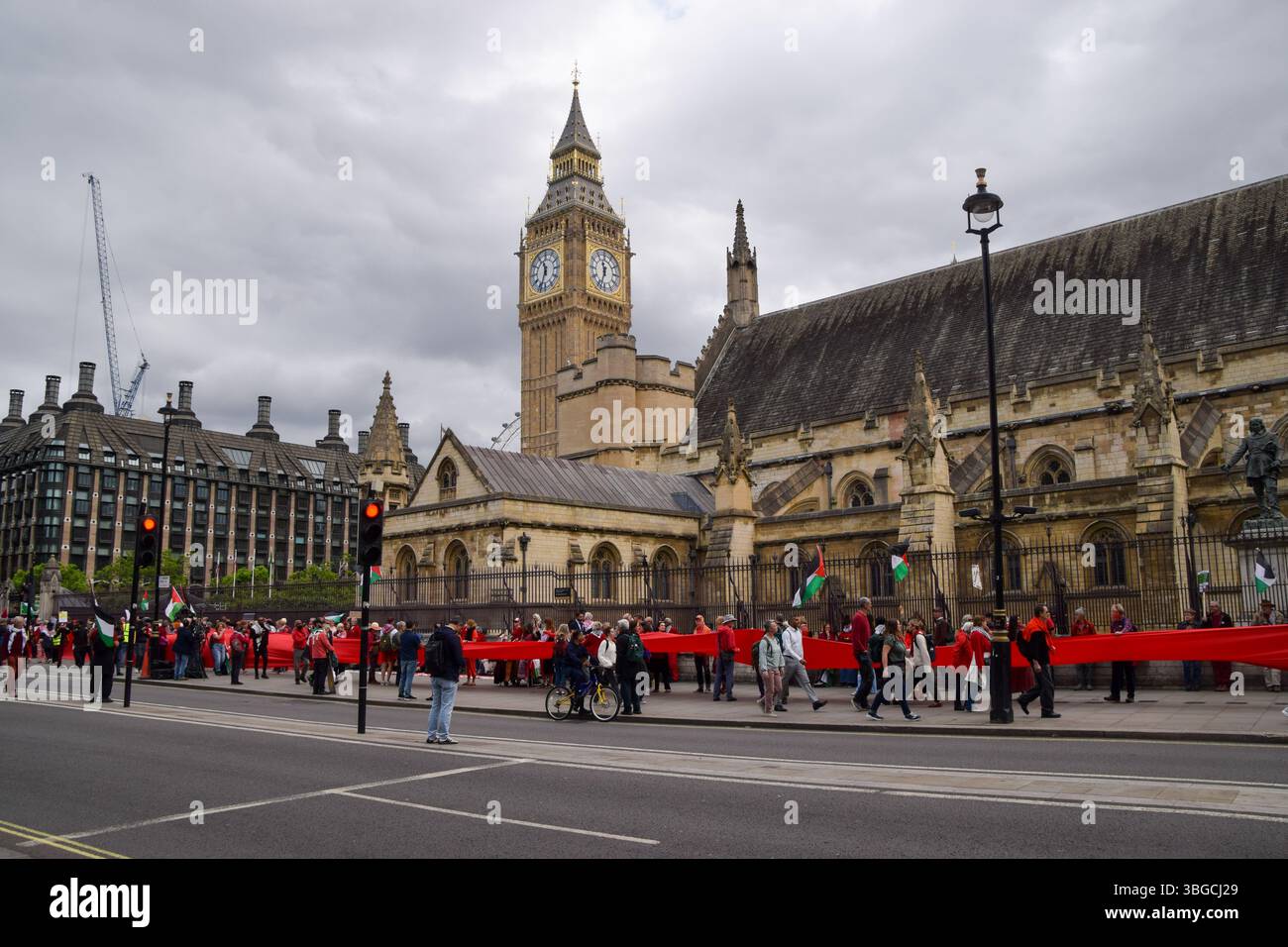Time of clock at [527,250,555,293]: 11:33
